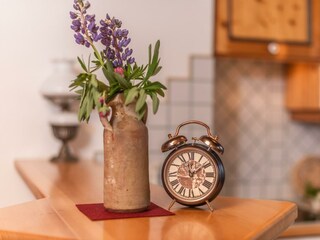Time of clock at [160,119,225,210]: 12:09
